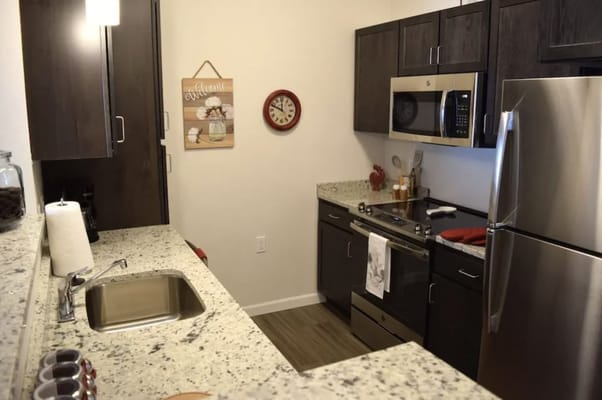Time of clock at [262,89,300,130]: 11:48
